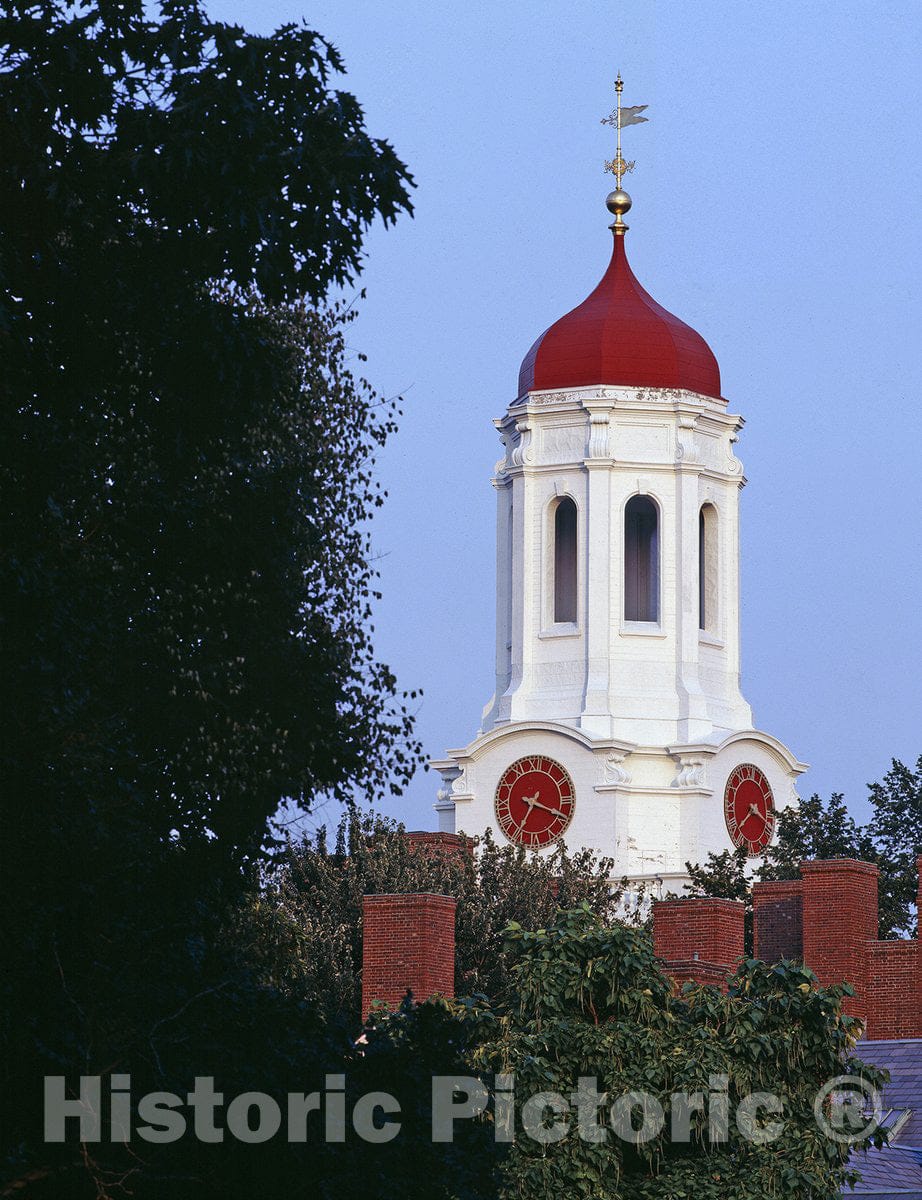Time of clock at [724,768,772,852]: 3:38
